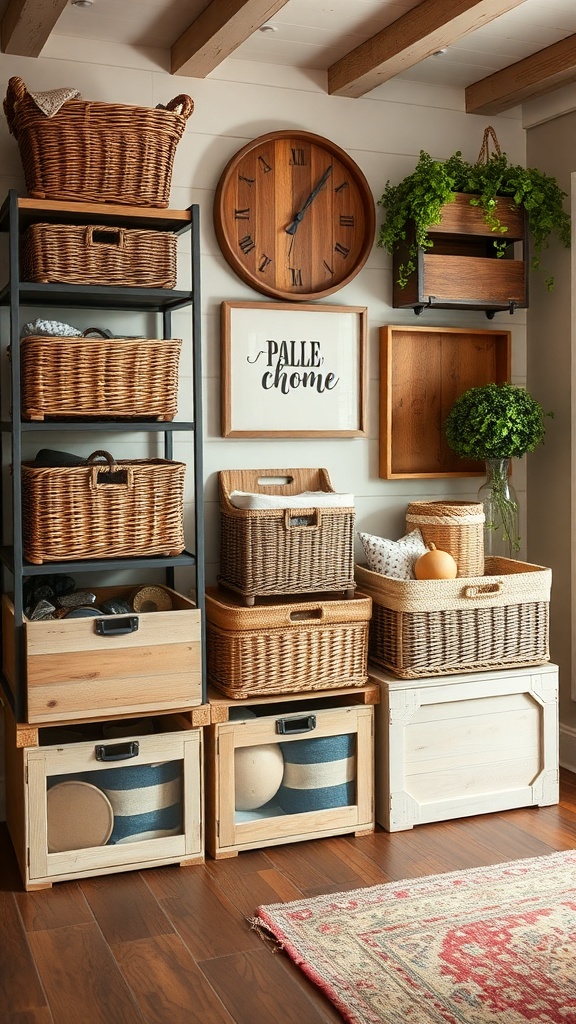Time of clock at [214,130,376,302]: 1:06
